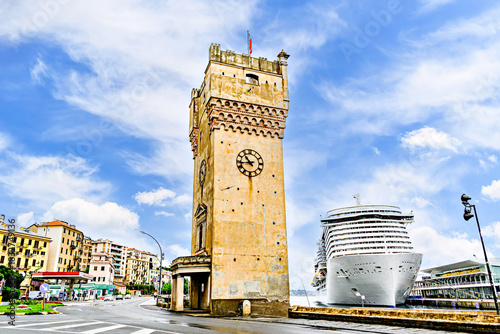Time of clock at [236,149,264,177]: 10:43
